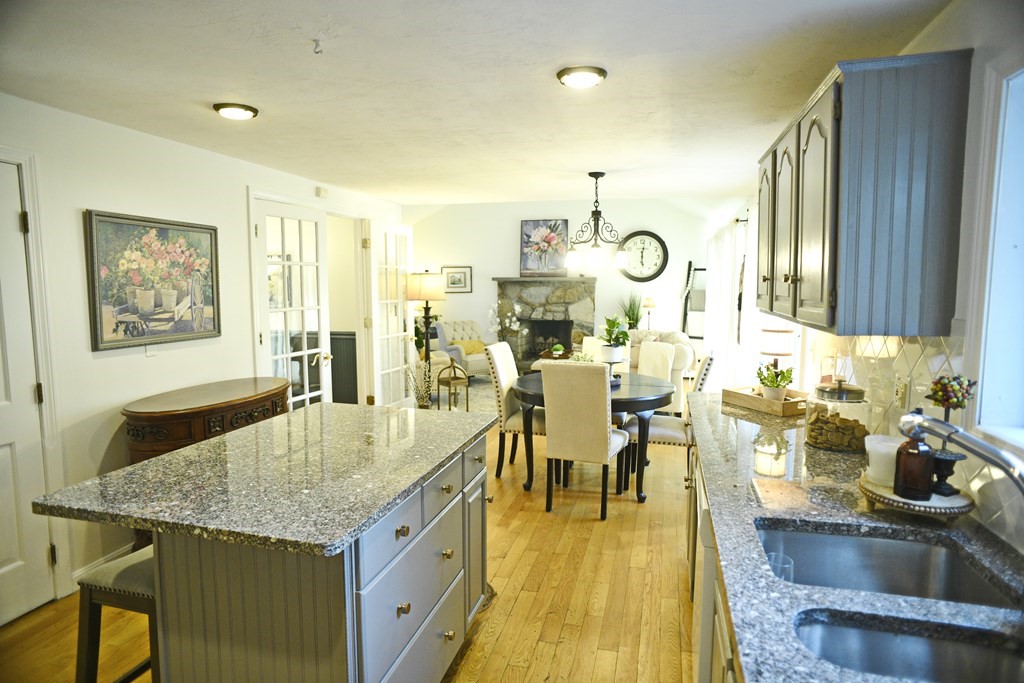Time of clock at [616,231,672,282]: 6:01
